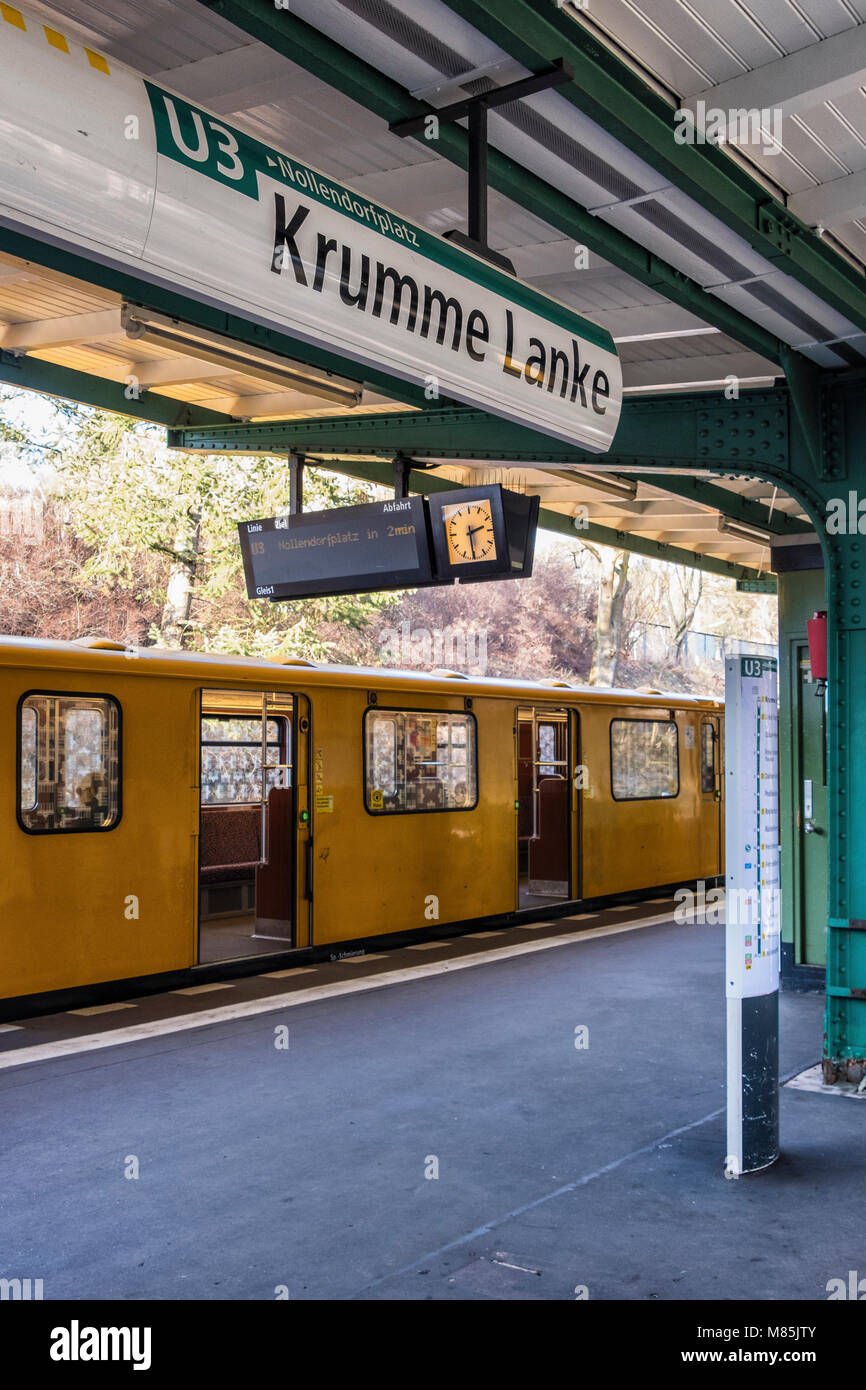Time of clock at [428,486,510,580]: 2:30
